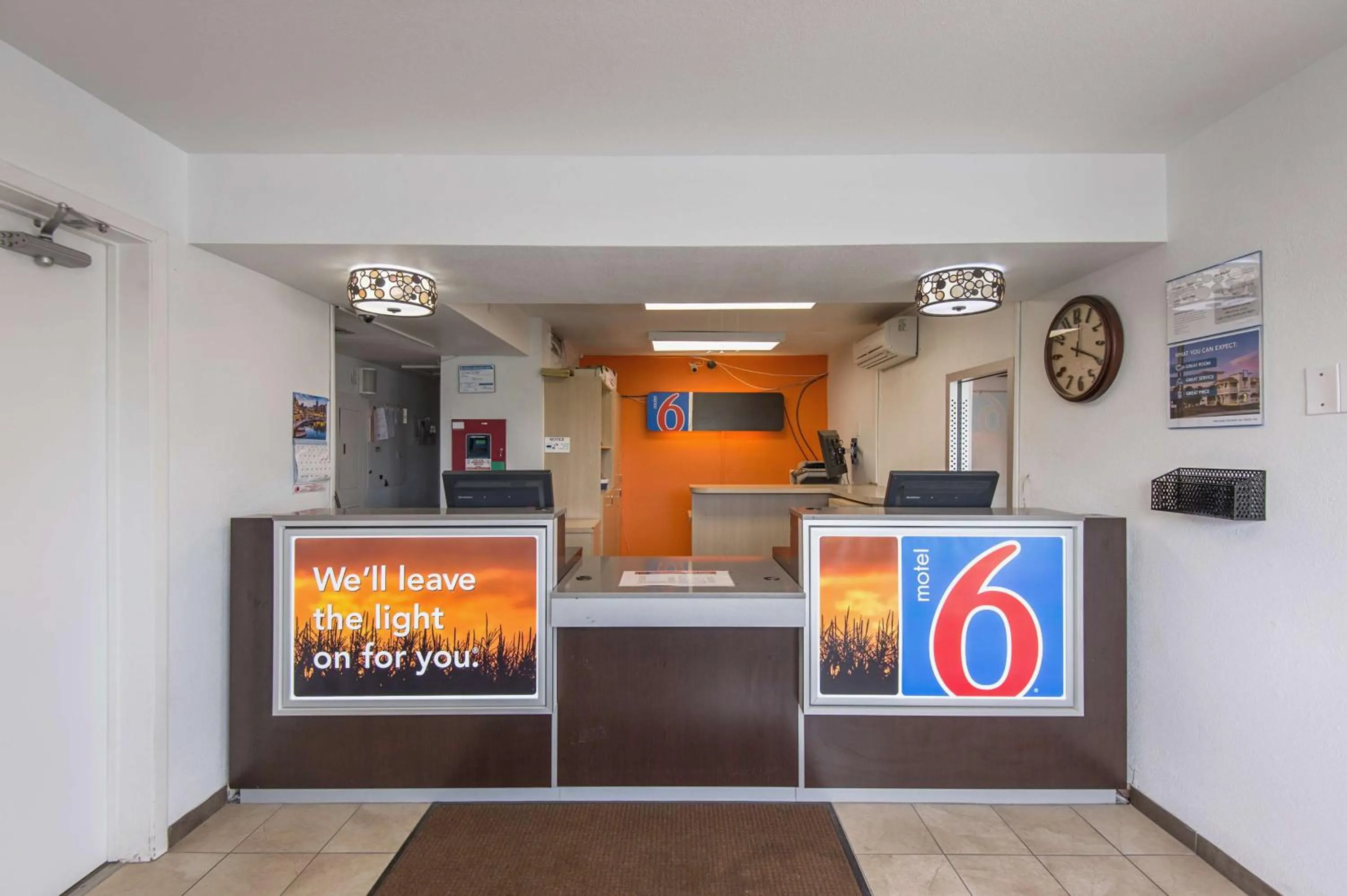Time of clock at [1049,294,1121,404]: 12:19
